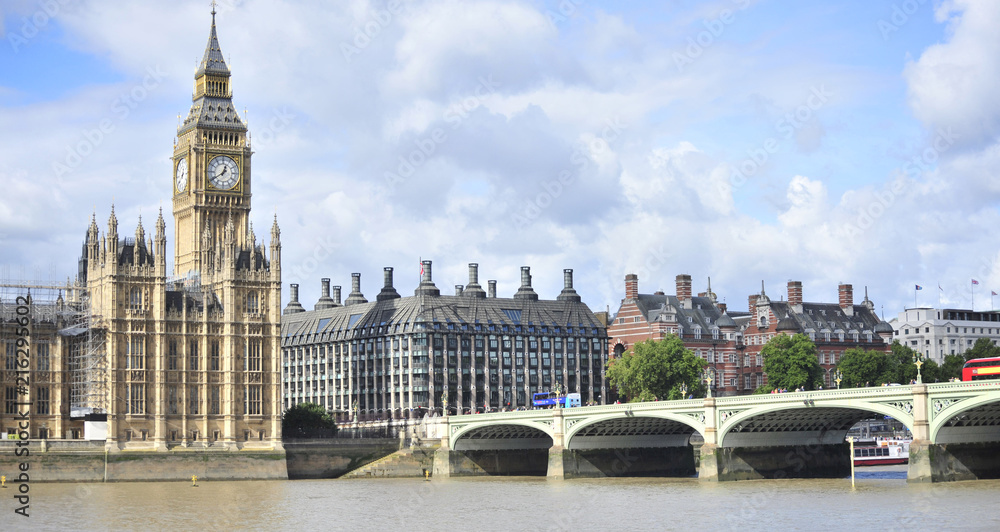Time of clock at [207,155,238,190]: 12:39
